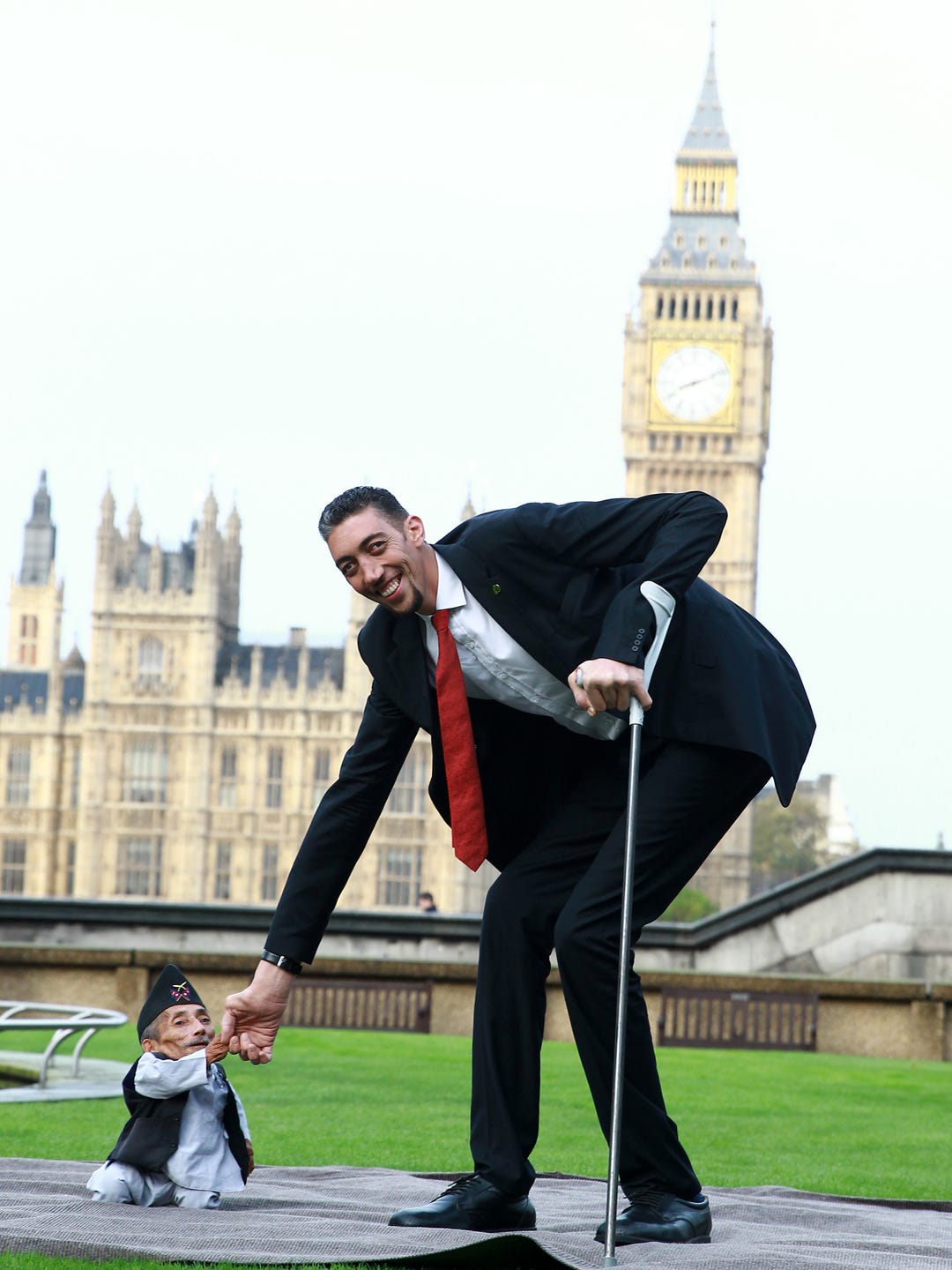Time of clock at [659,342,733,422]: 8:11
